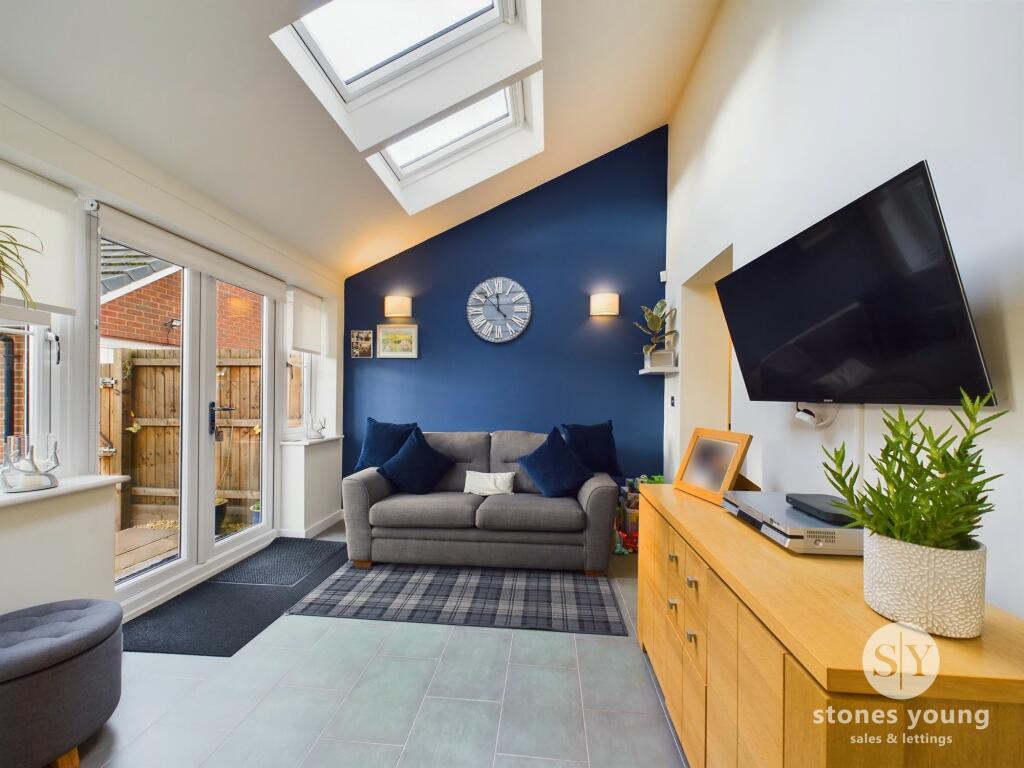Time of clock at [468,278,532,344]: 11:52
